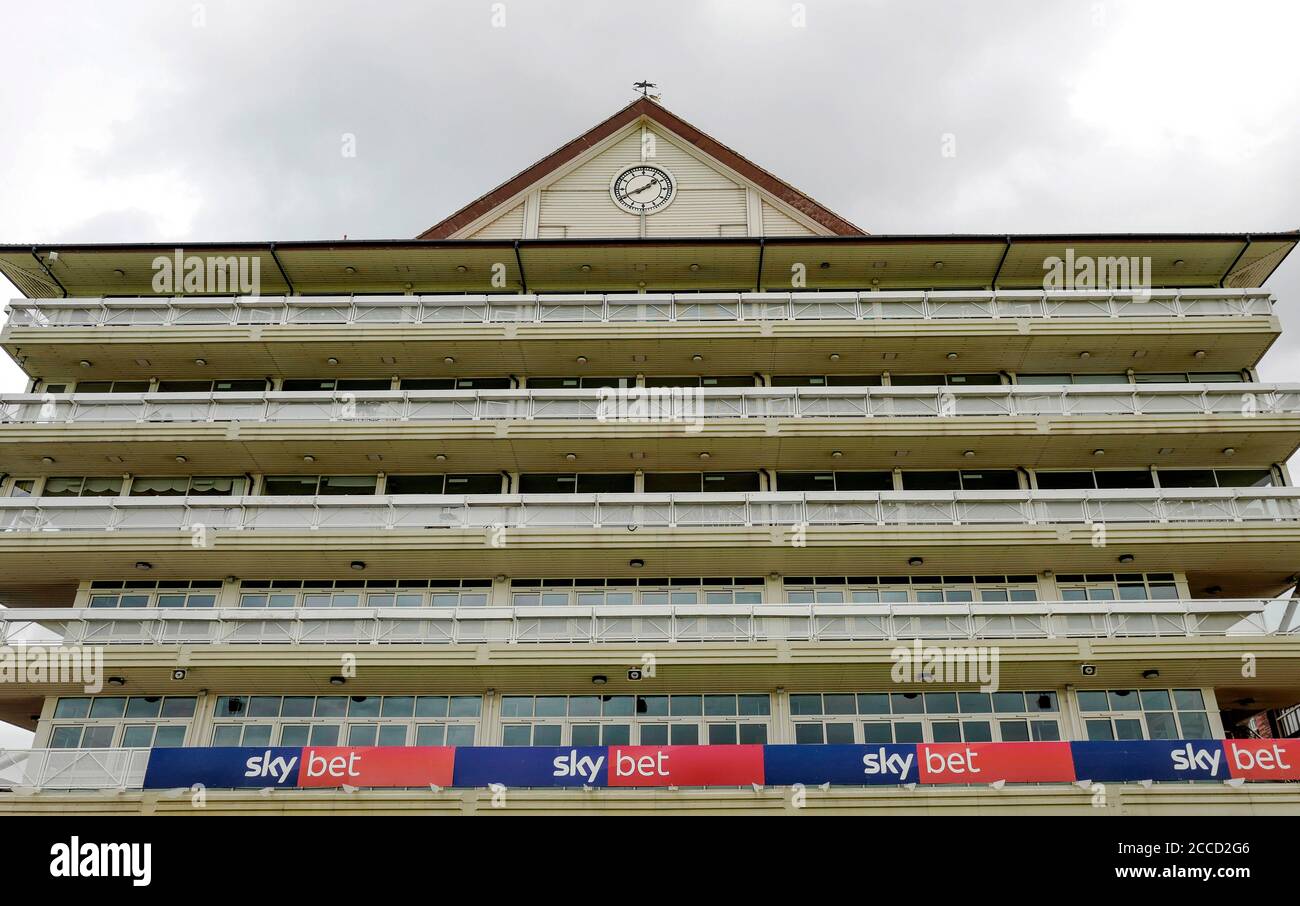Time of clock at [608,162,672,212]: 1:41
